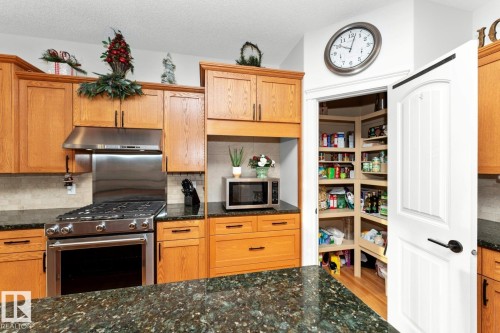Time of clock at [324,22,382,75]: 10:02
